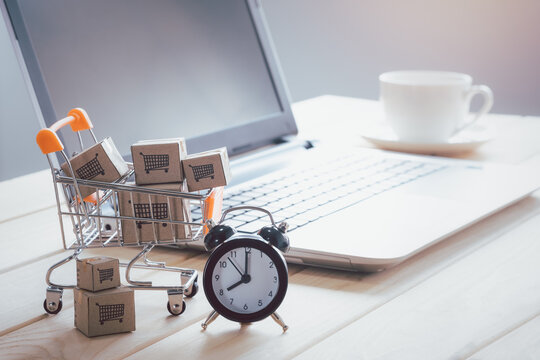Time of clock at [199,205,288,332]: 8:00
